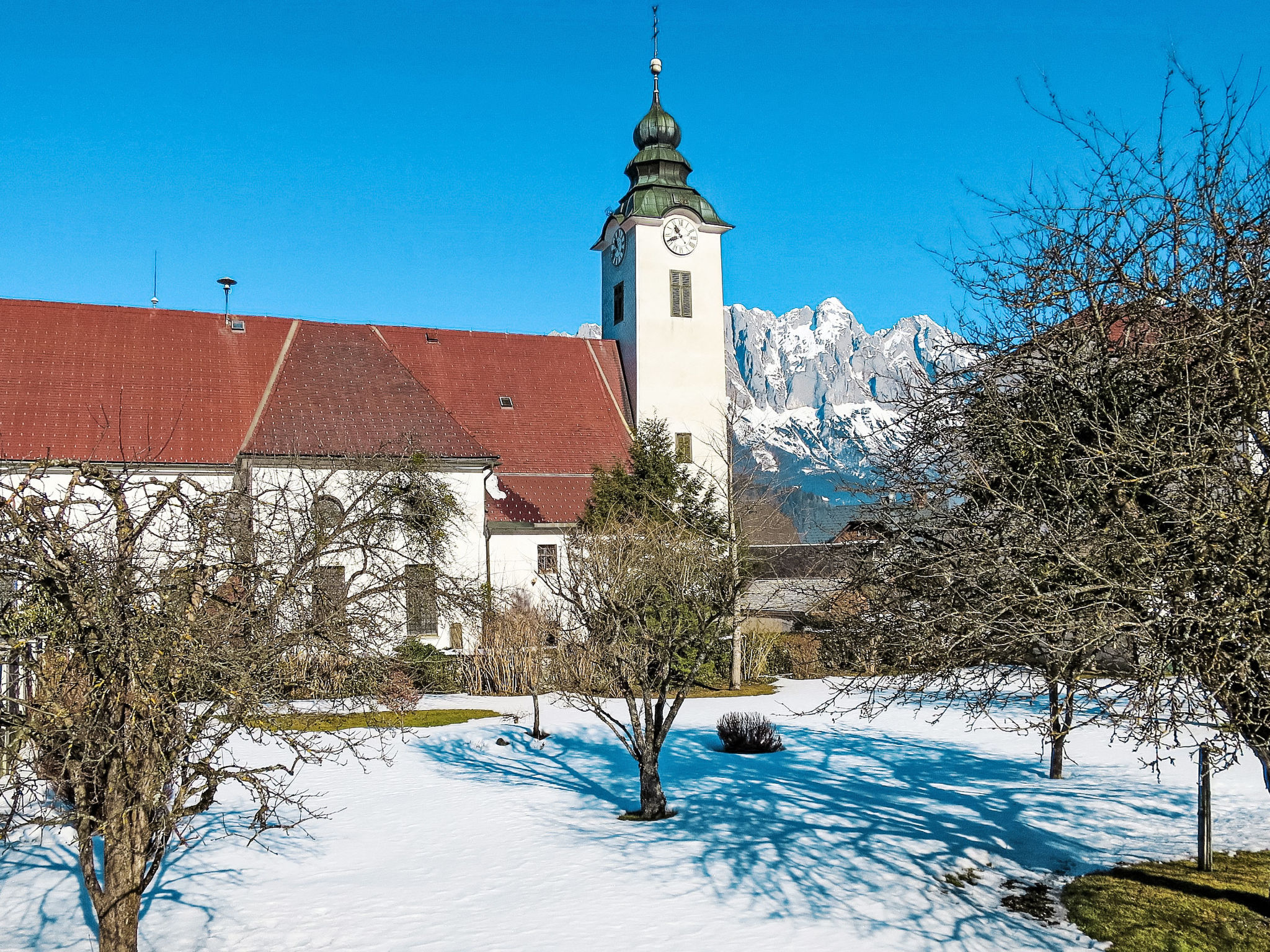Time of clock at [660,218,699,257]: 10:41
